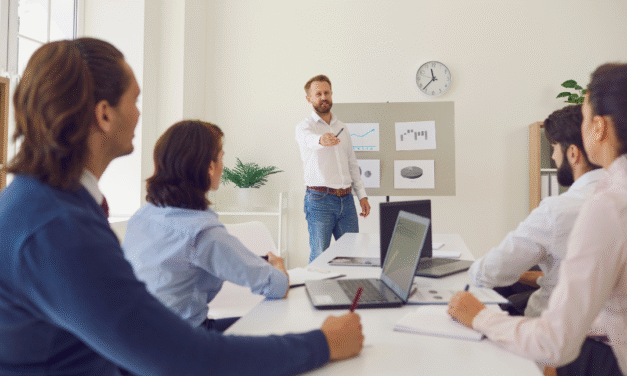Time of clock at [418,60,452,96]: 11:37
